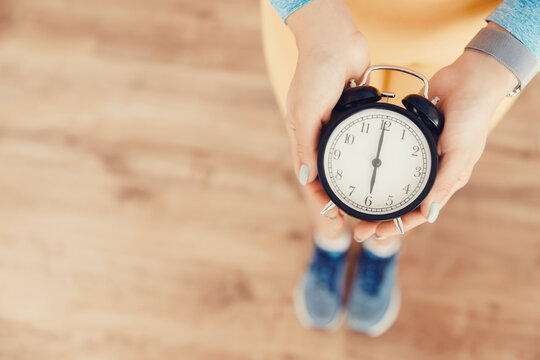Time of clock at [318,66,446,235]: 6:00
